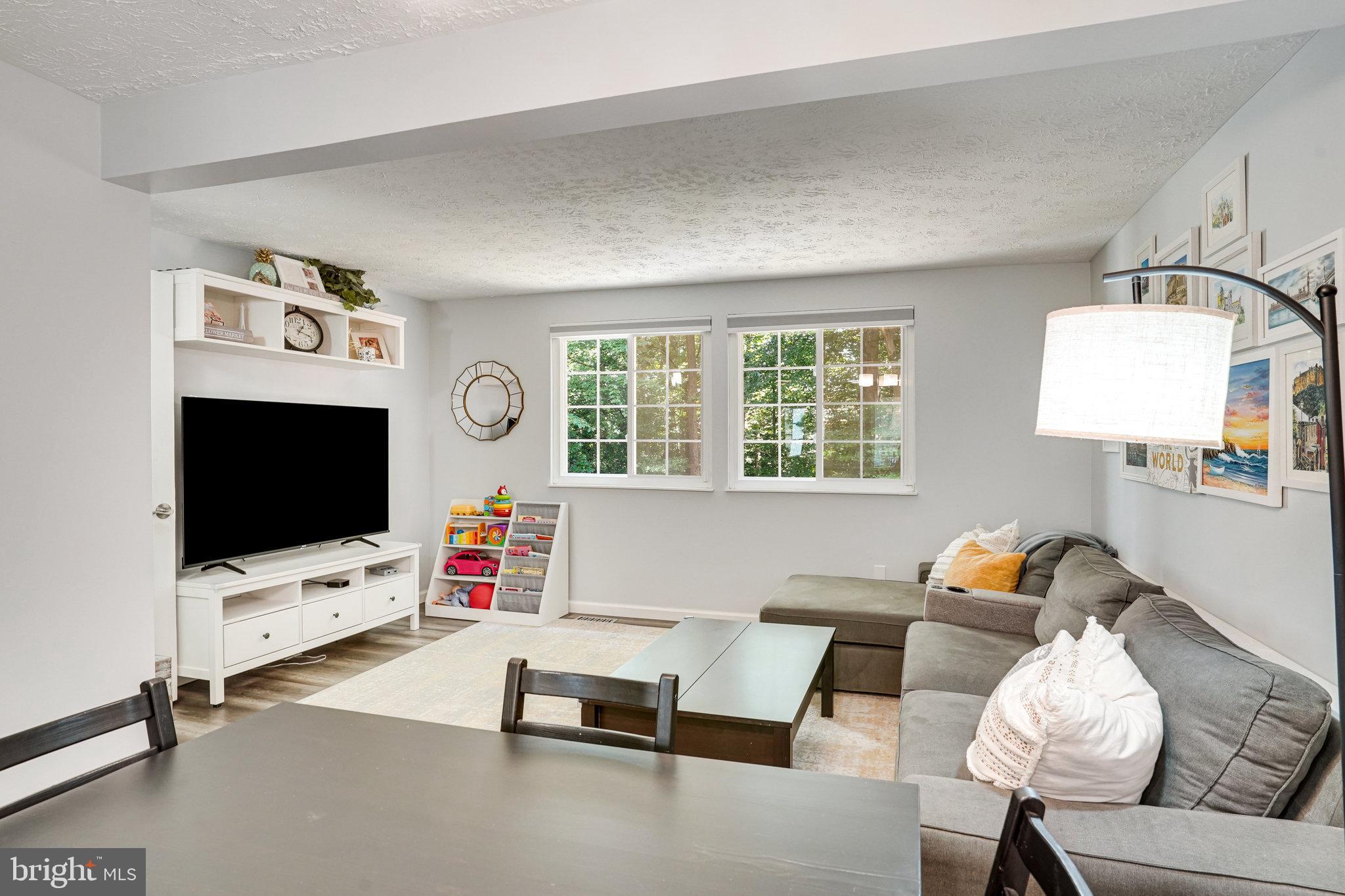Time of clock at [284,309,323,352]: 1:18
